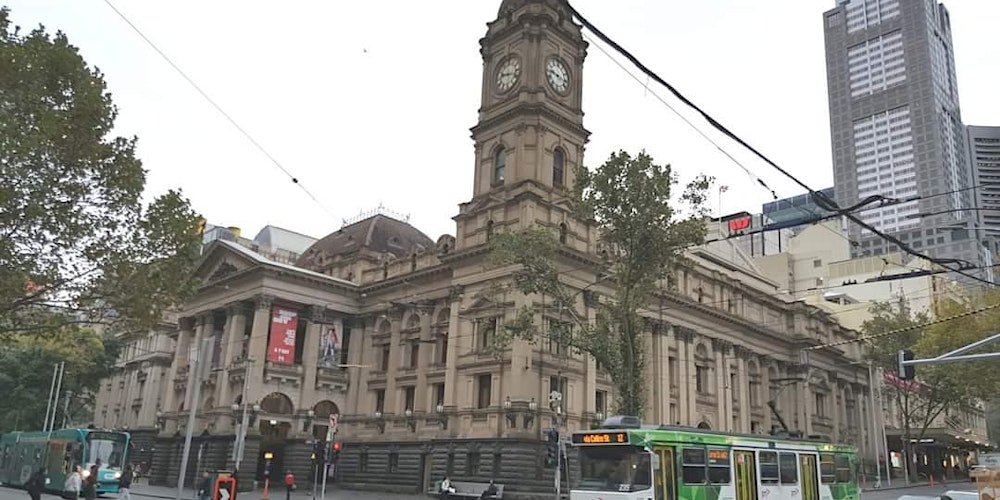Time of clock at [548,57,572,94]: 9:17
